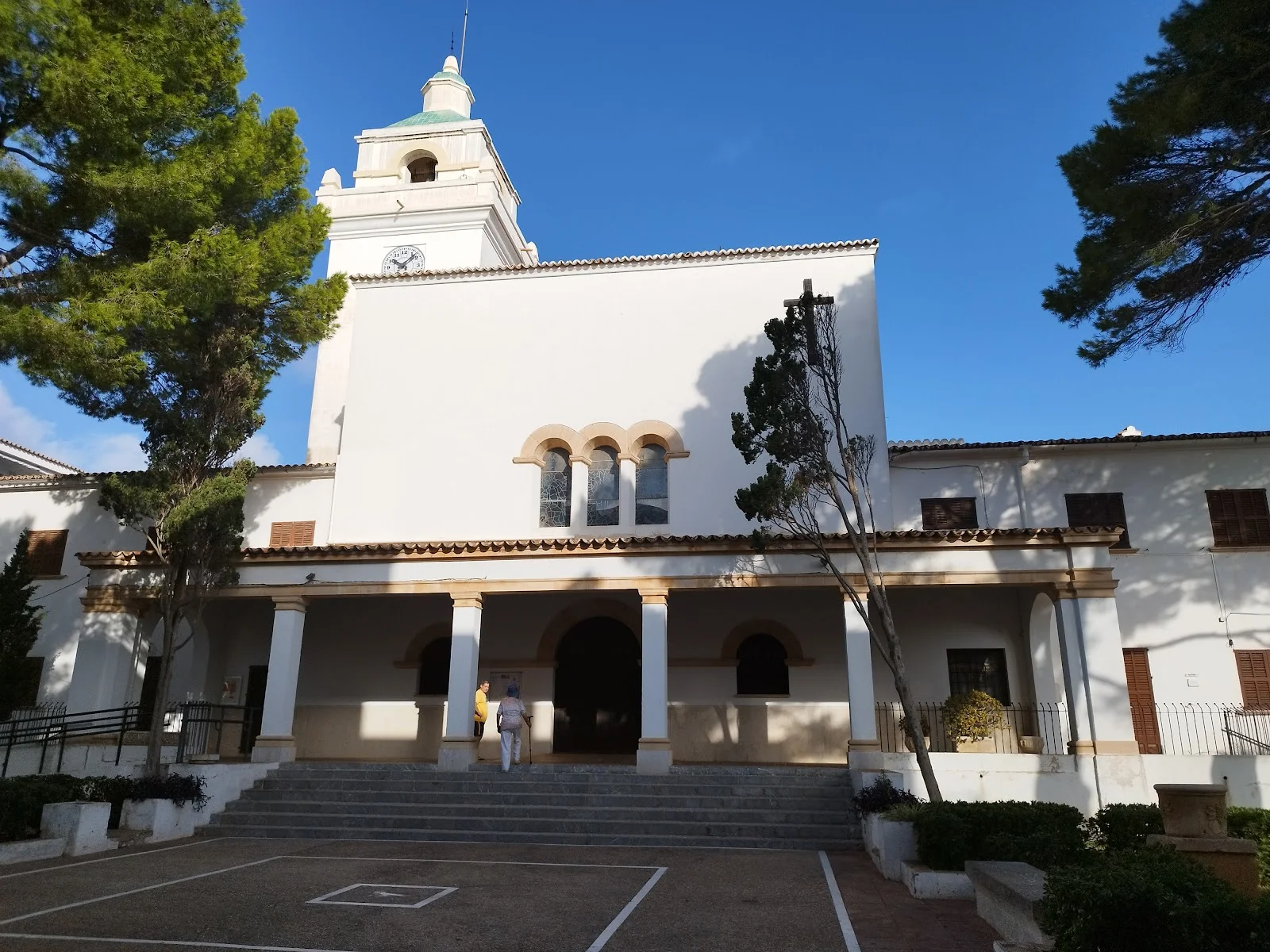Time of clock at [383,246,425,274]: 10:07
